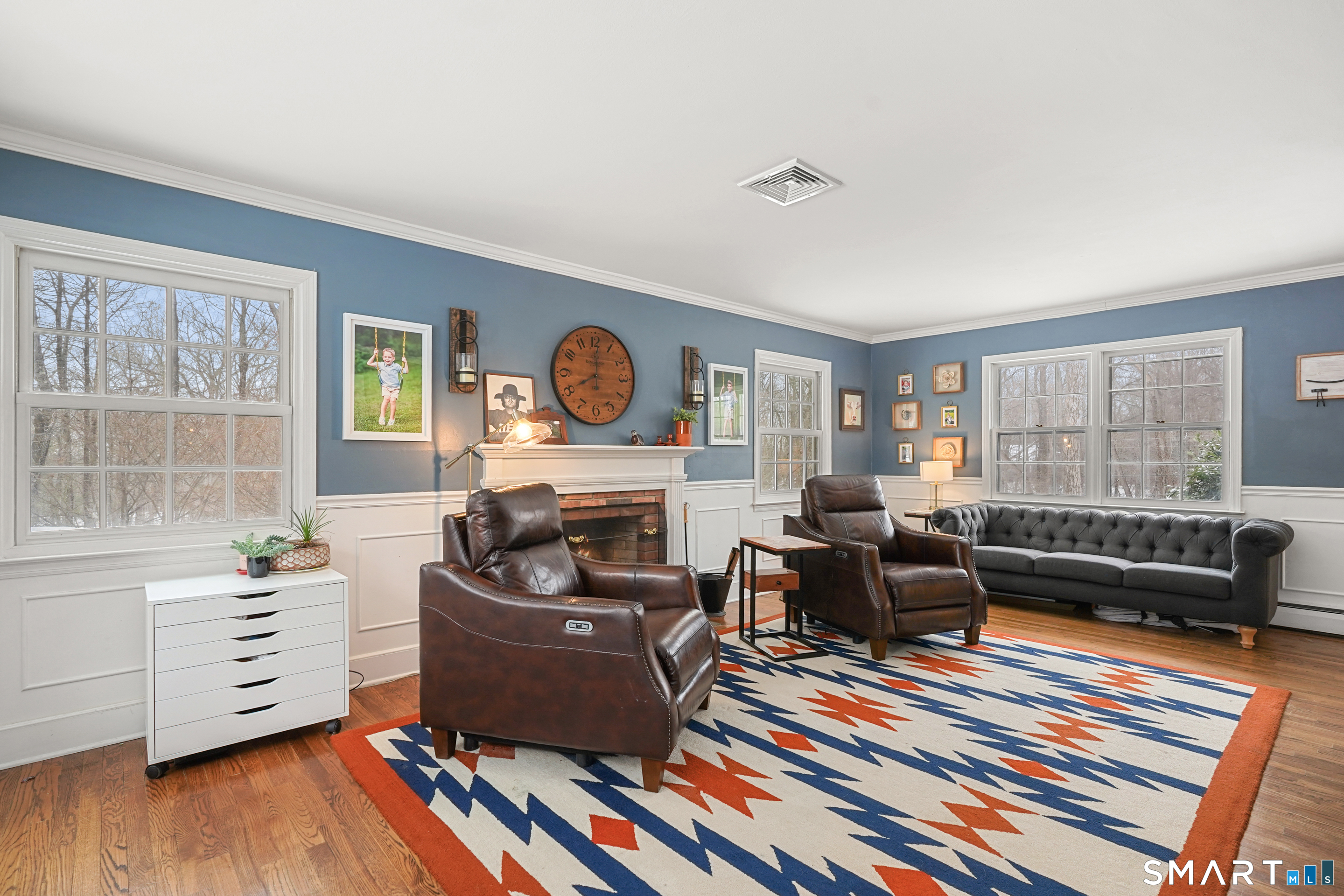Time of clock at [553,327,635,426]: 8:00
